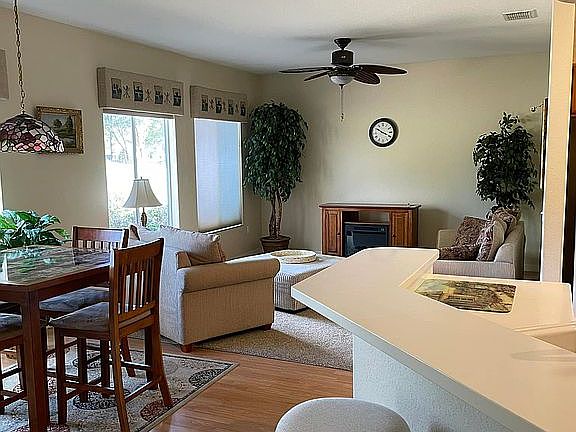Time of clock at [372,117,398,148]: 3:50
